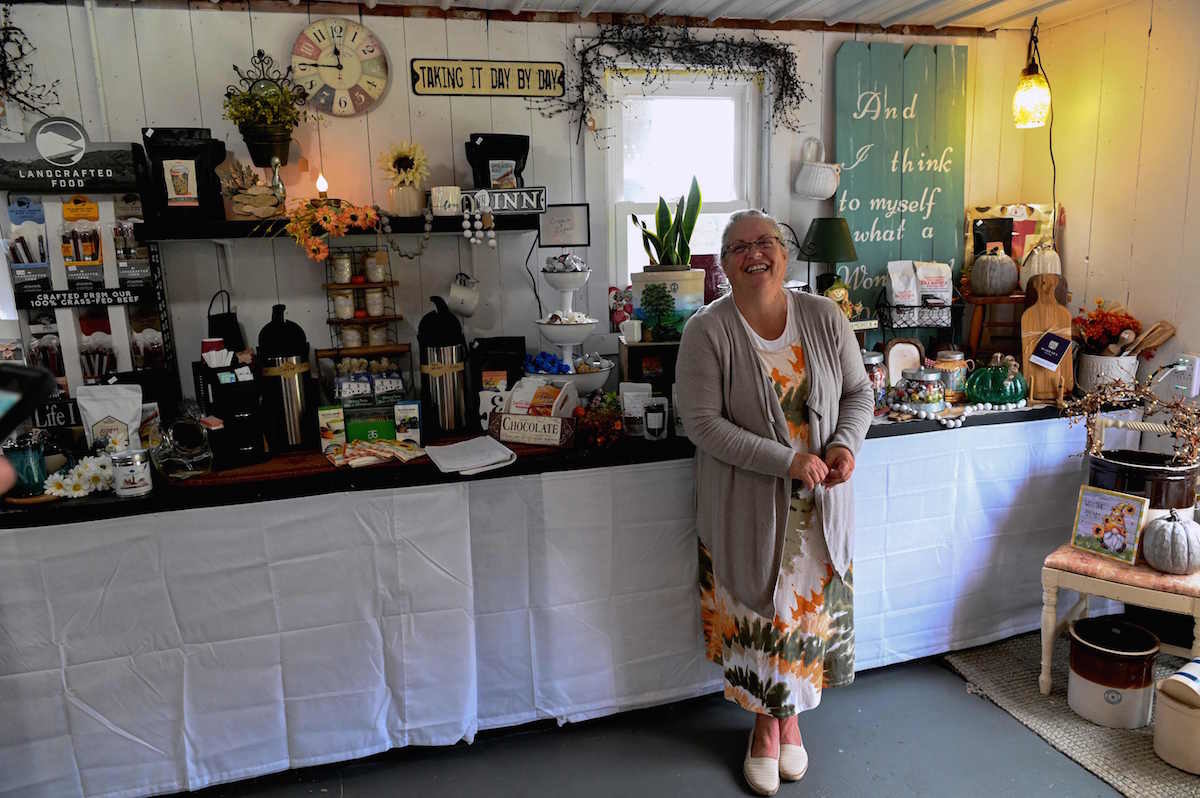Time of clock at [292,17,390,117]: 11:46
